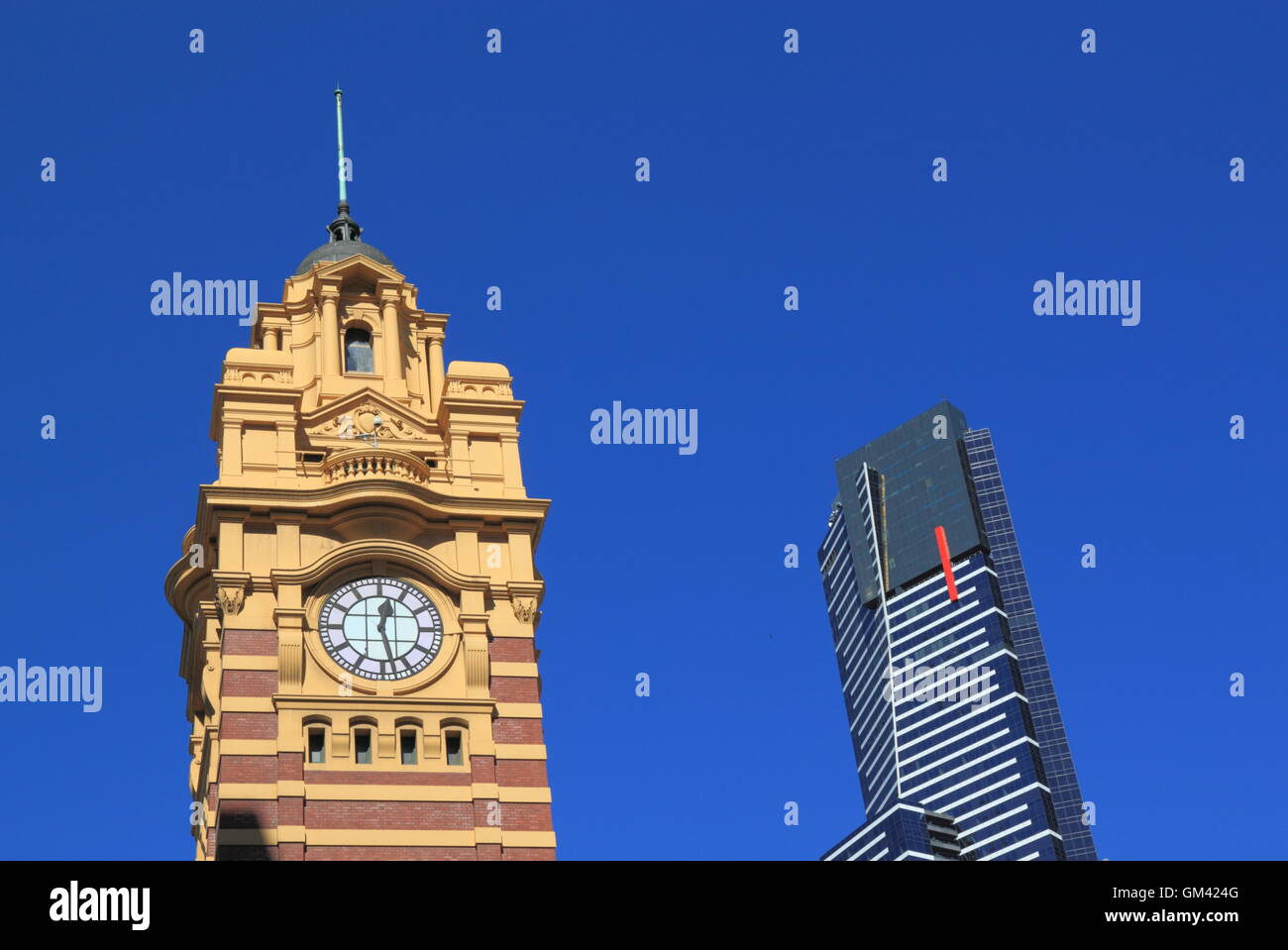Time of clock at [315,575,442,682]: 12:27
